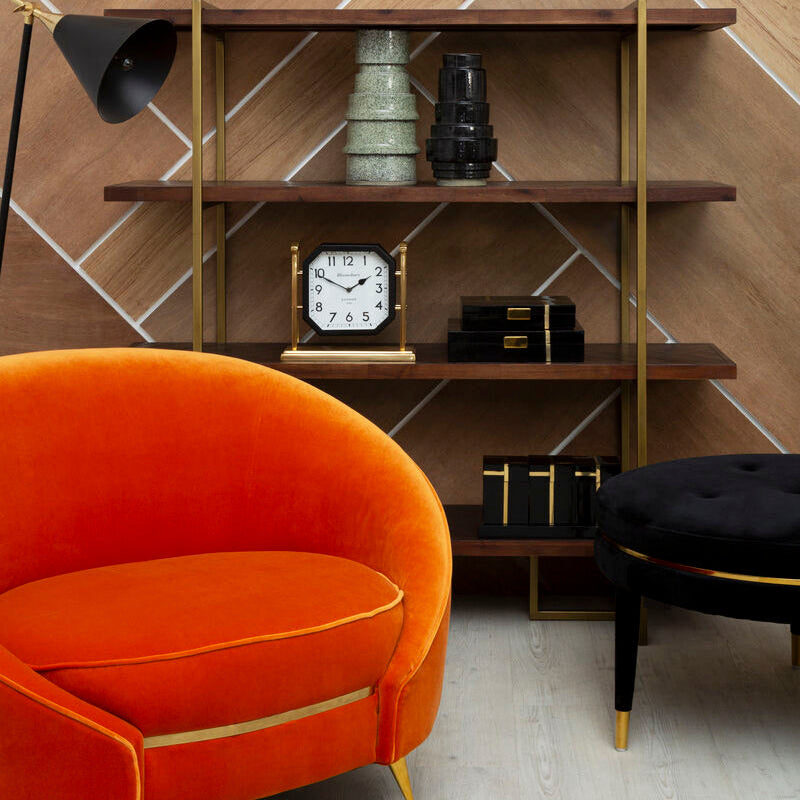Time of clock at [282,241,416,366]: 1:49
